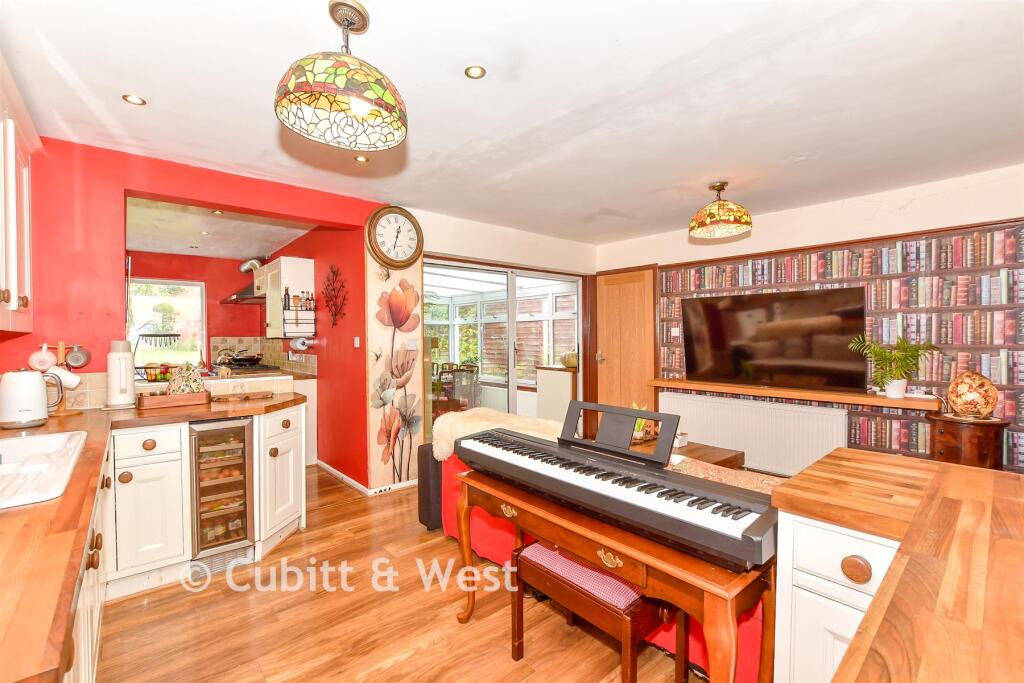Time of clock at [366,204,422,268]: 12:32
